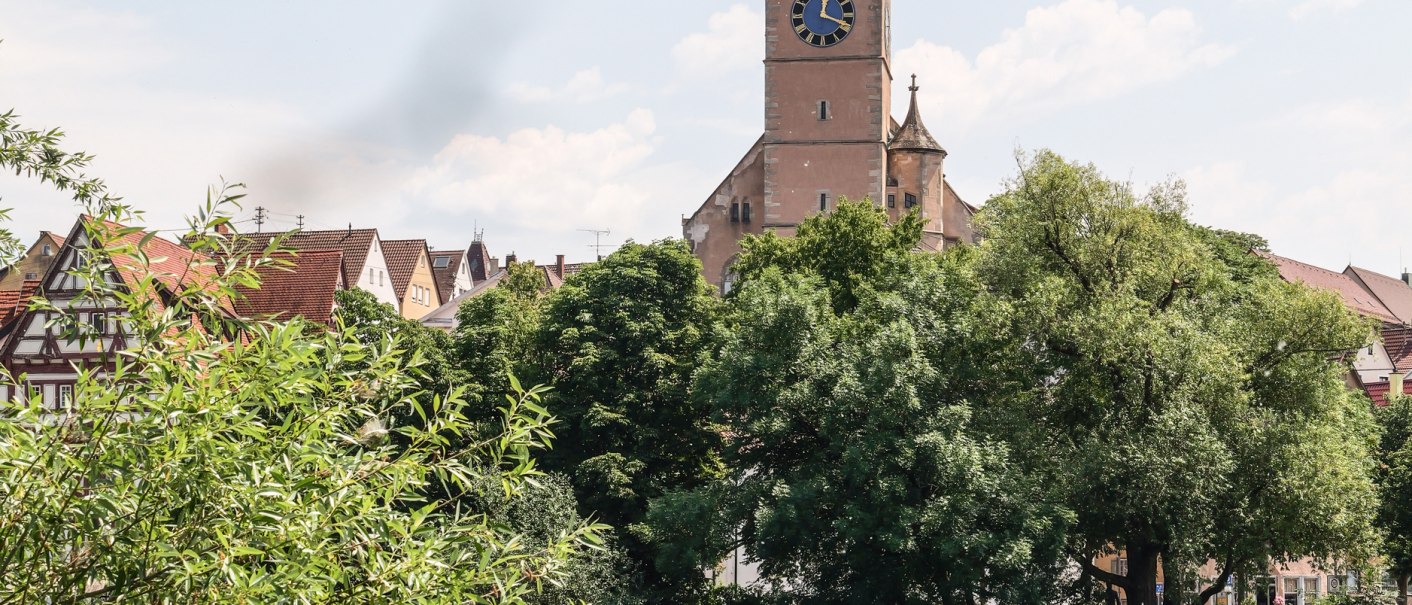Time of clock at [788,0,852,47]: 12:18
